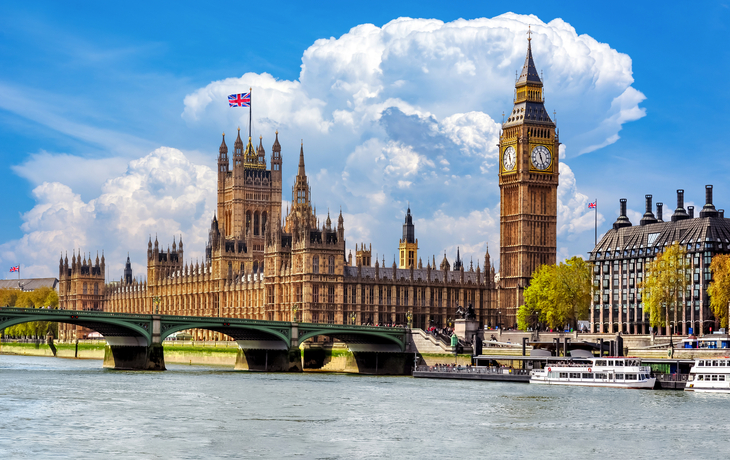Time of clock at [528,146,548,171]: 11:26
